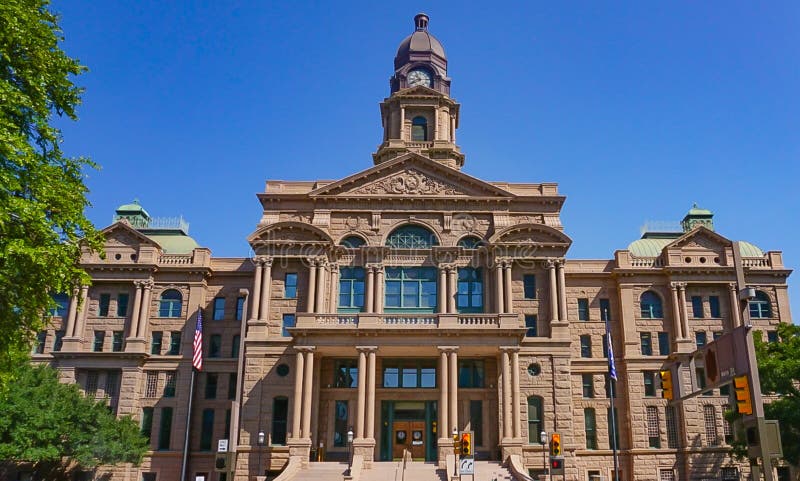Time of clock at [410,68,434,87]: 10:41
